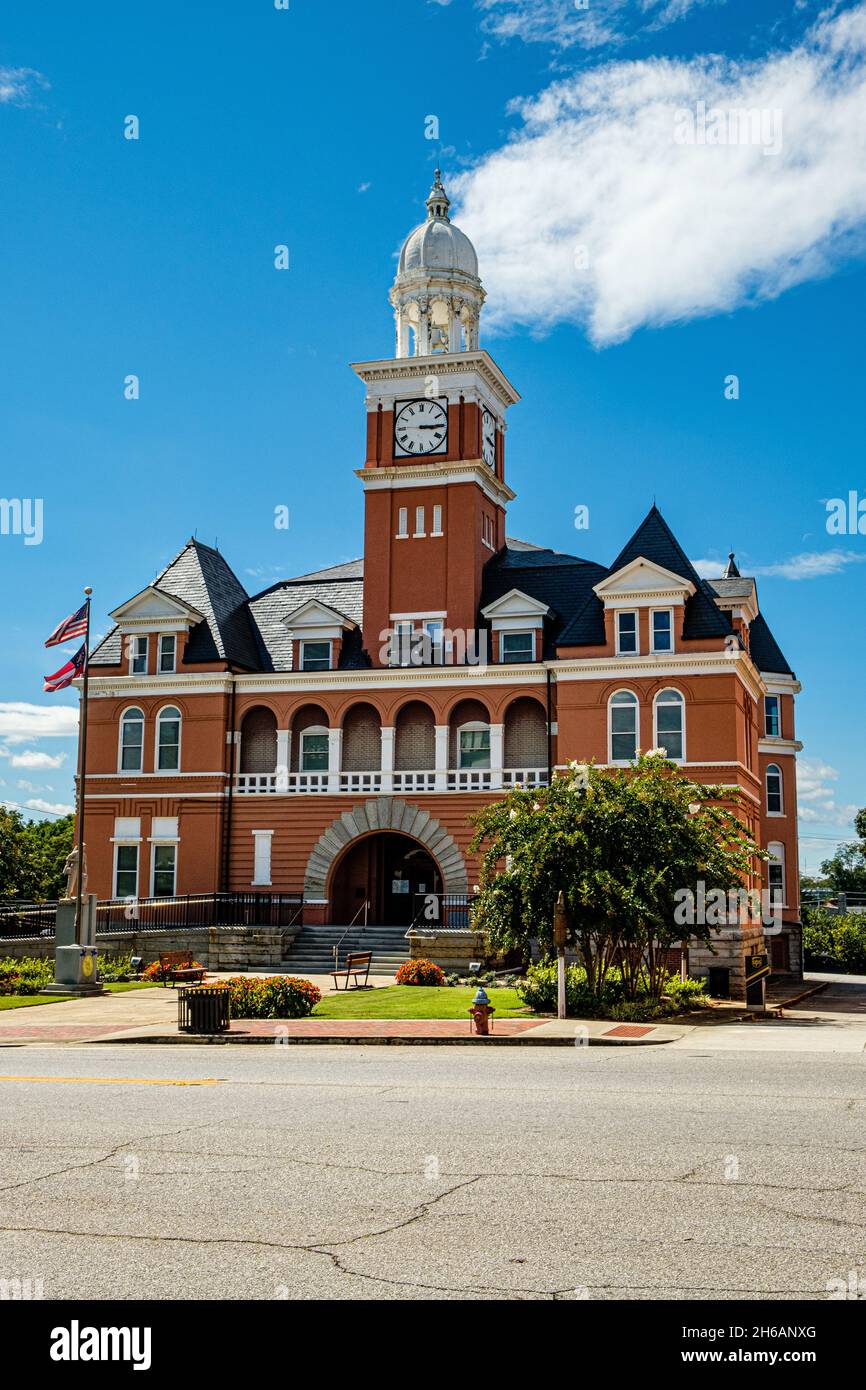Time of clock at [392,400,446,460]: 3:14
